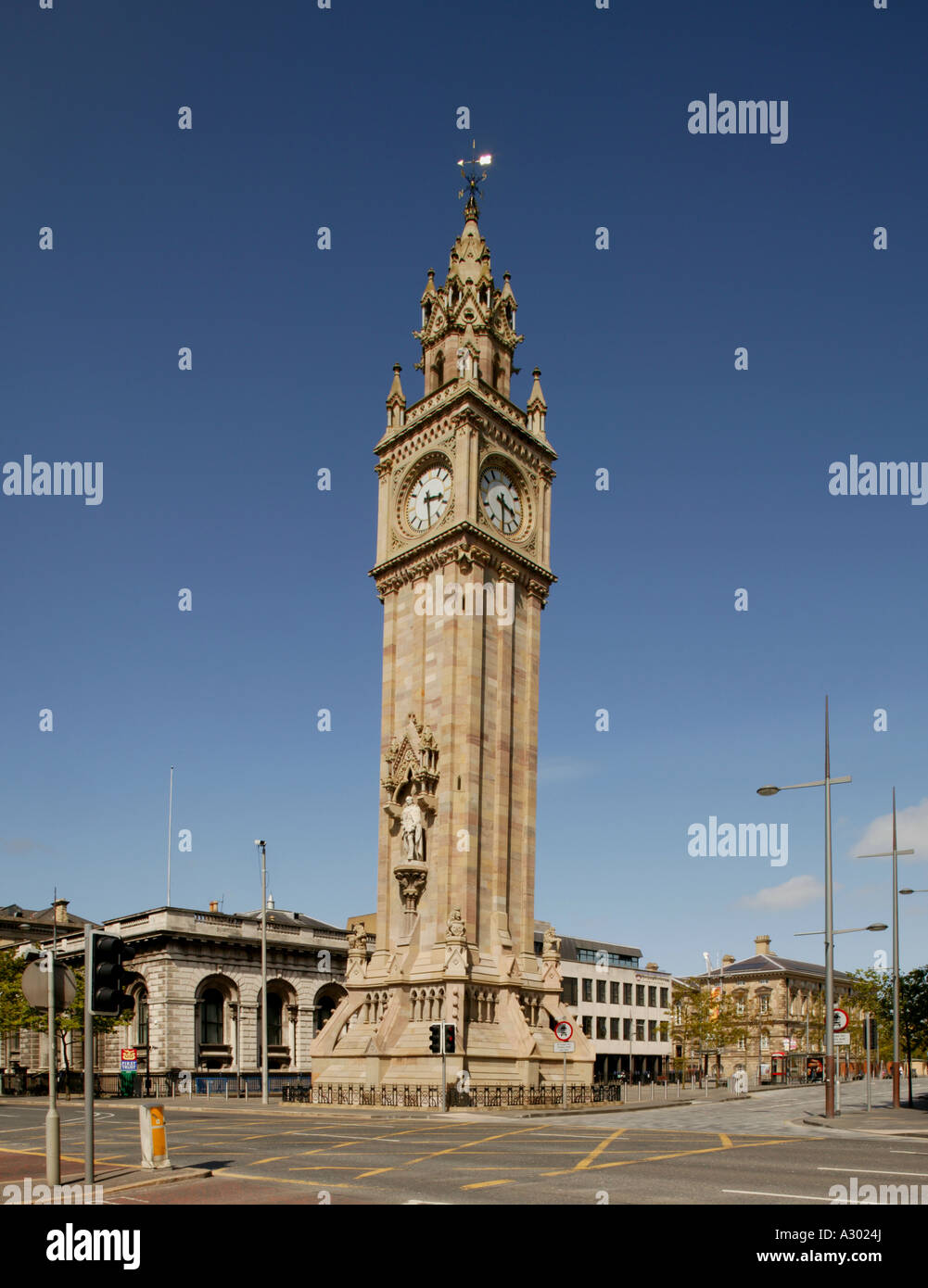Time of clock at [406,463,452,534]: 3:29
